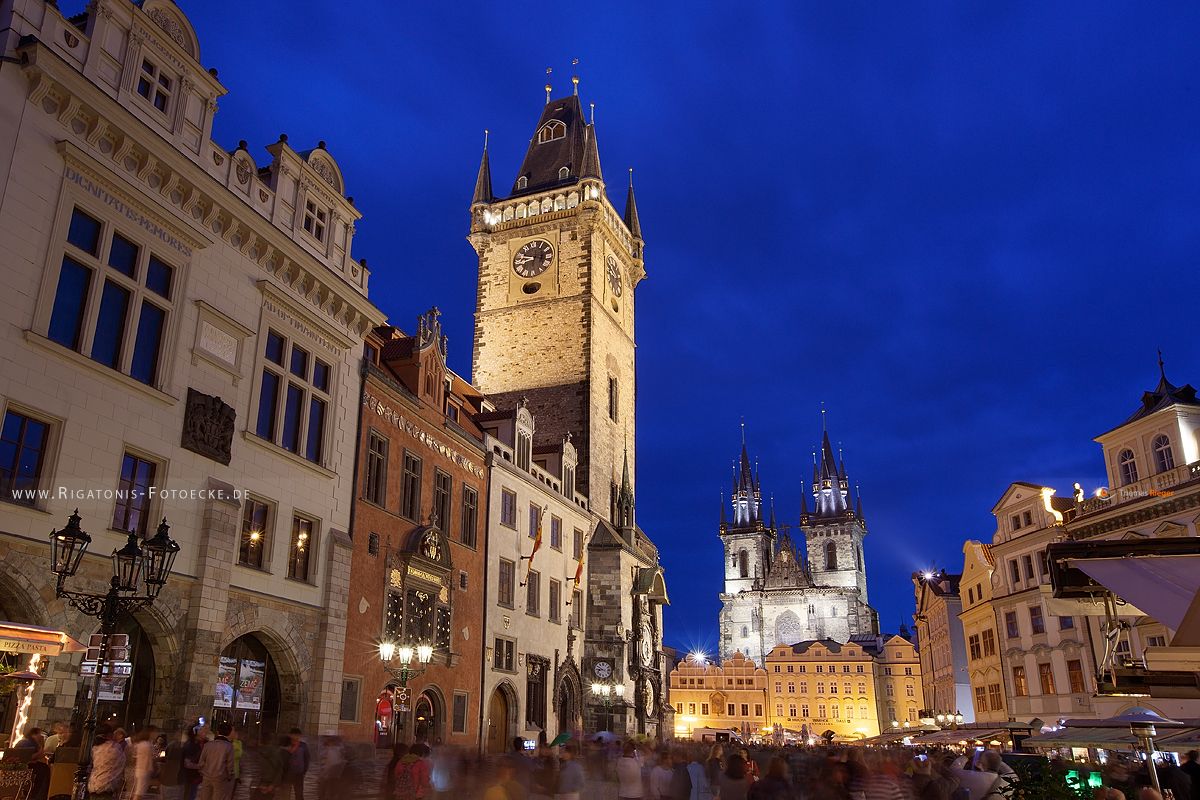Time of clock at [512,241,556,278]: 8:48
